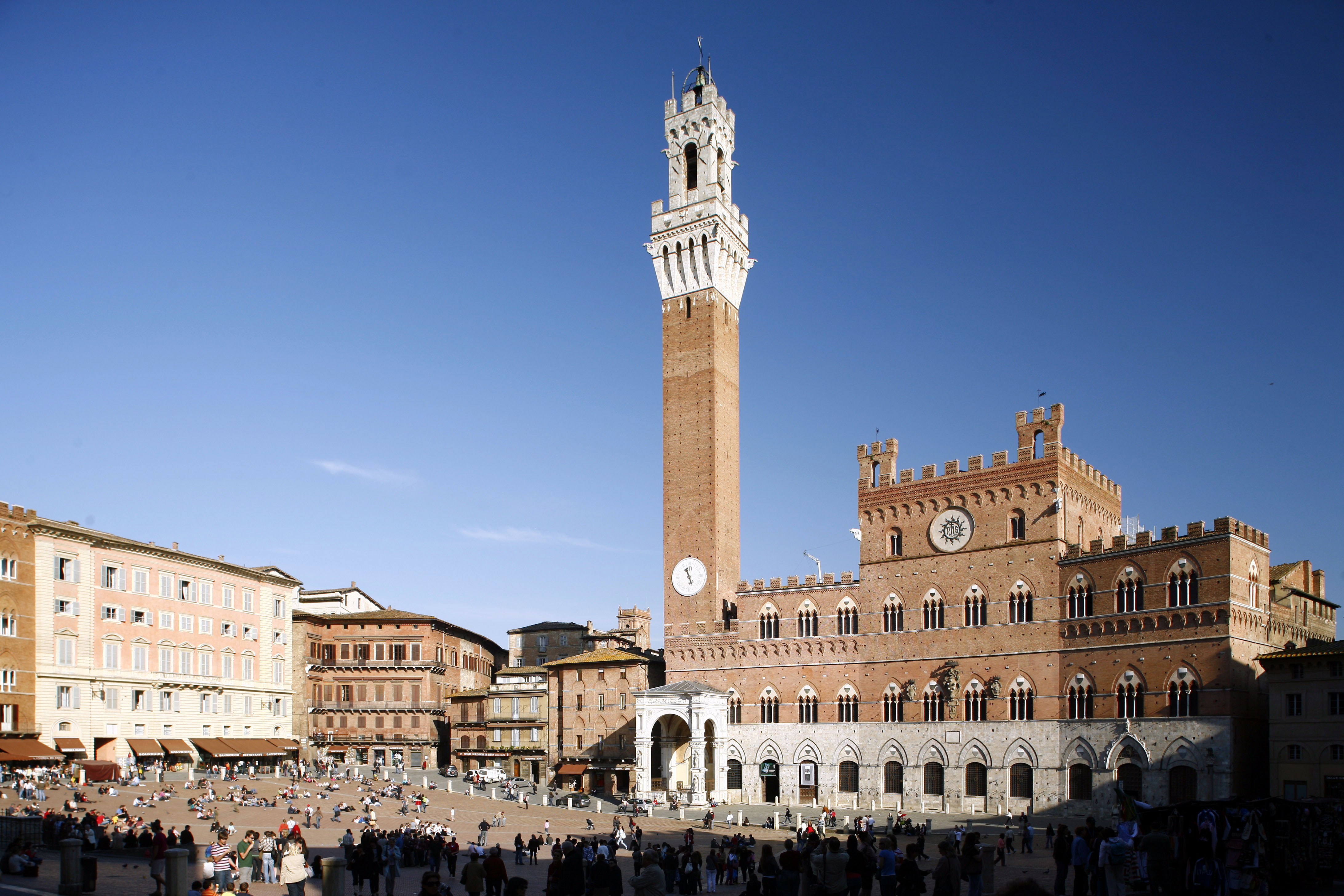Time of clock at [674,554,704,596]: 11:26
